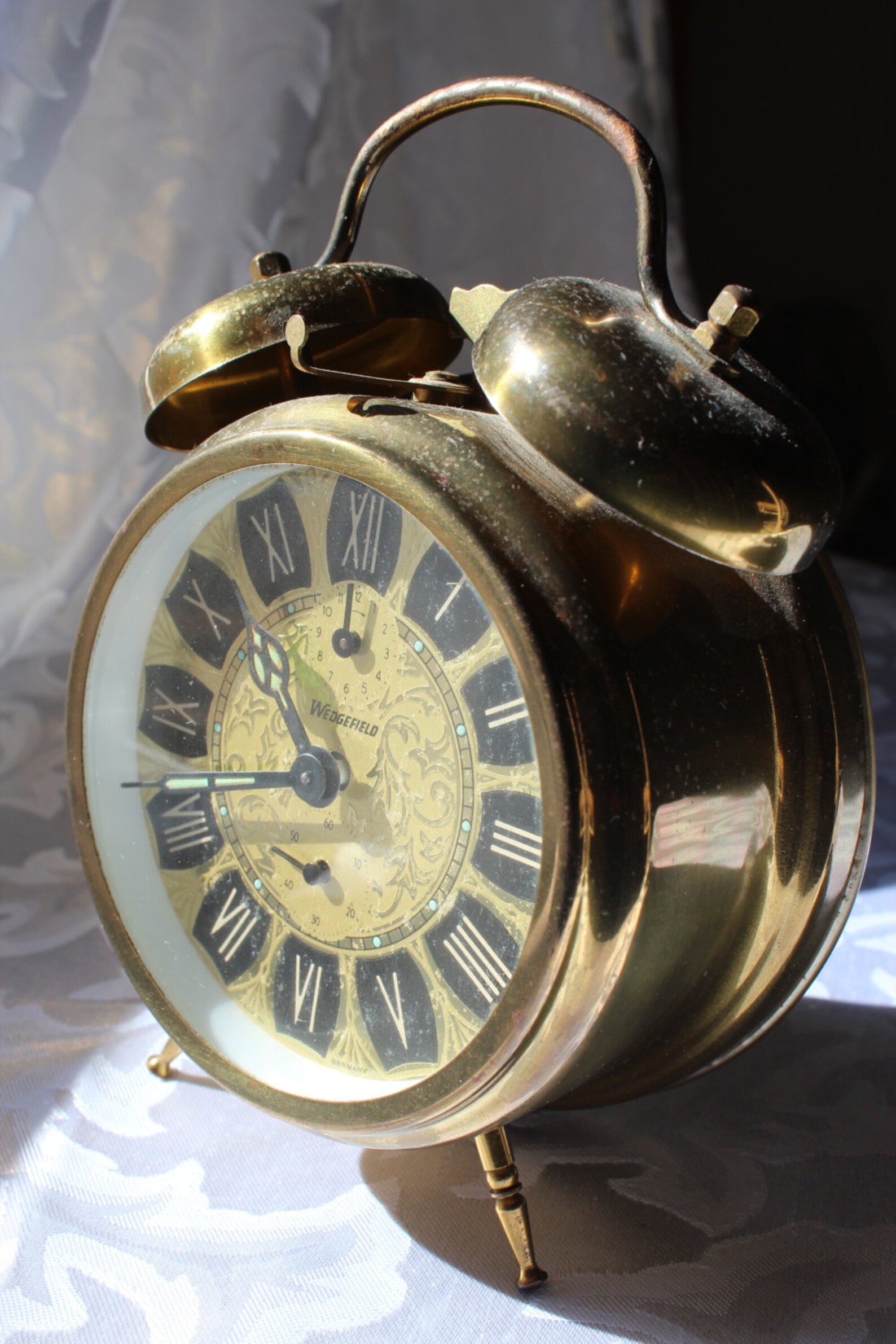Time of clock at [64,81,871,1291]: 10:42
